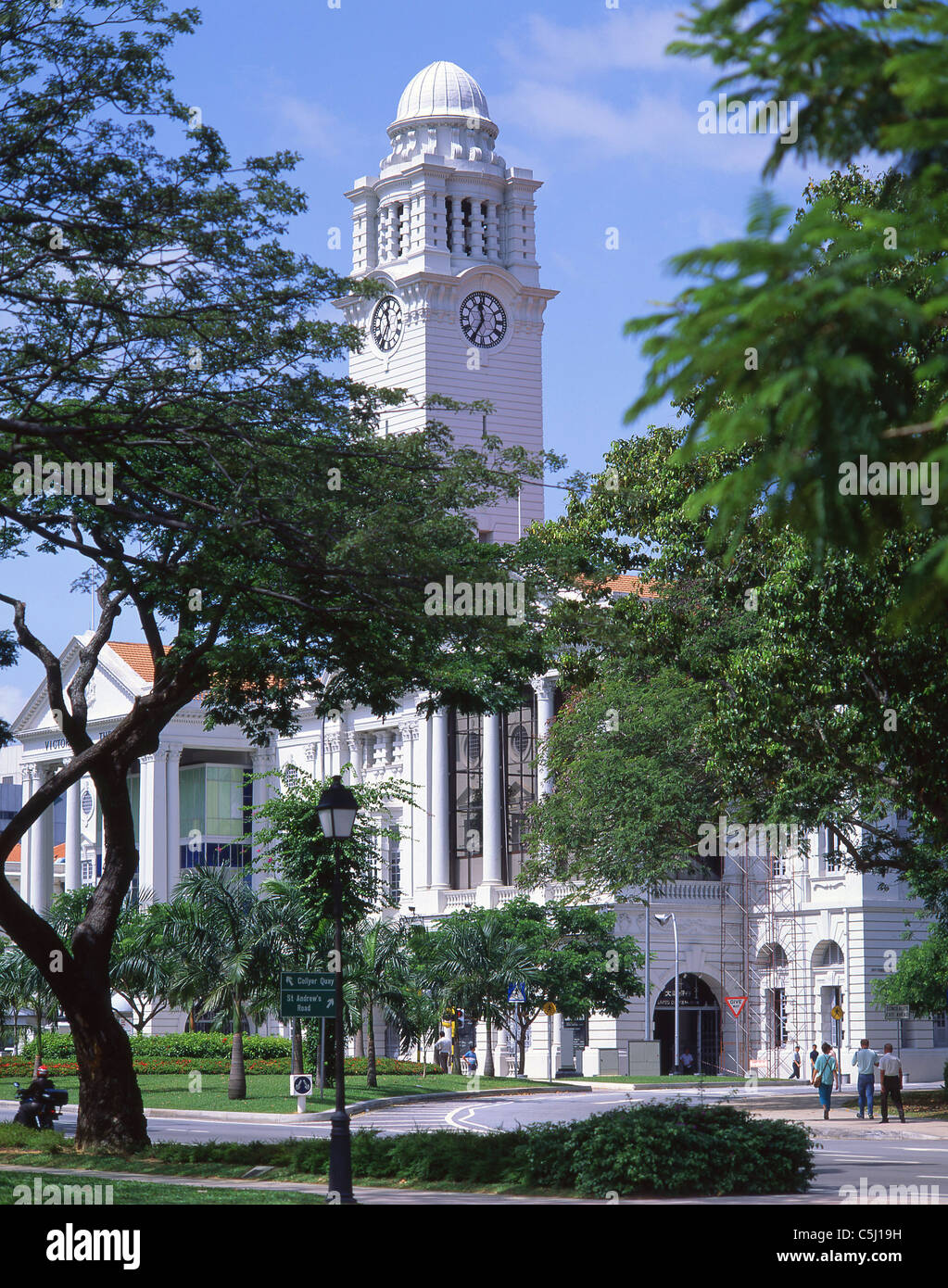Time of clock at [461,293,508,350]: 11:35
